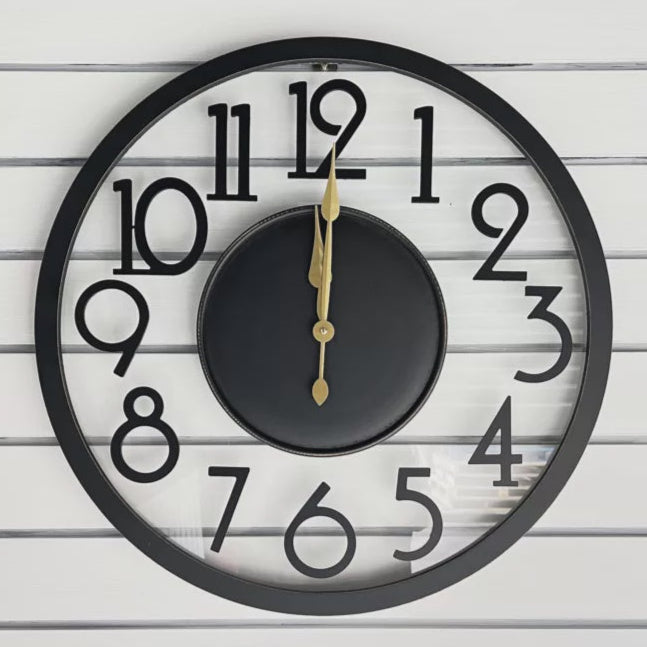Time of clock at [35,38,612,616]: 12:00
